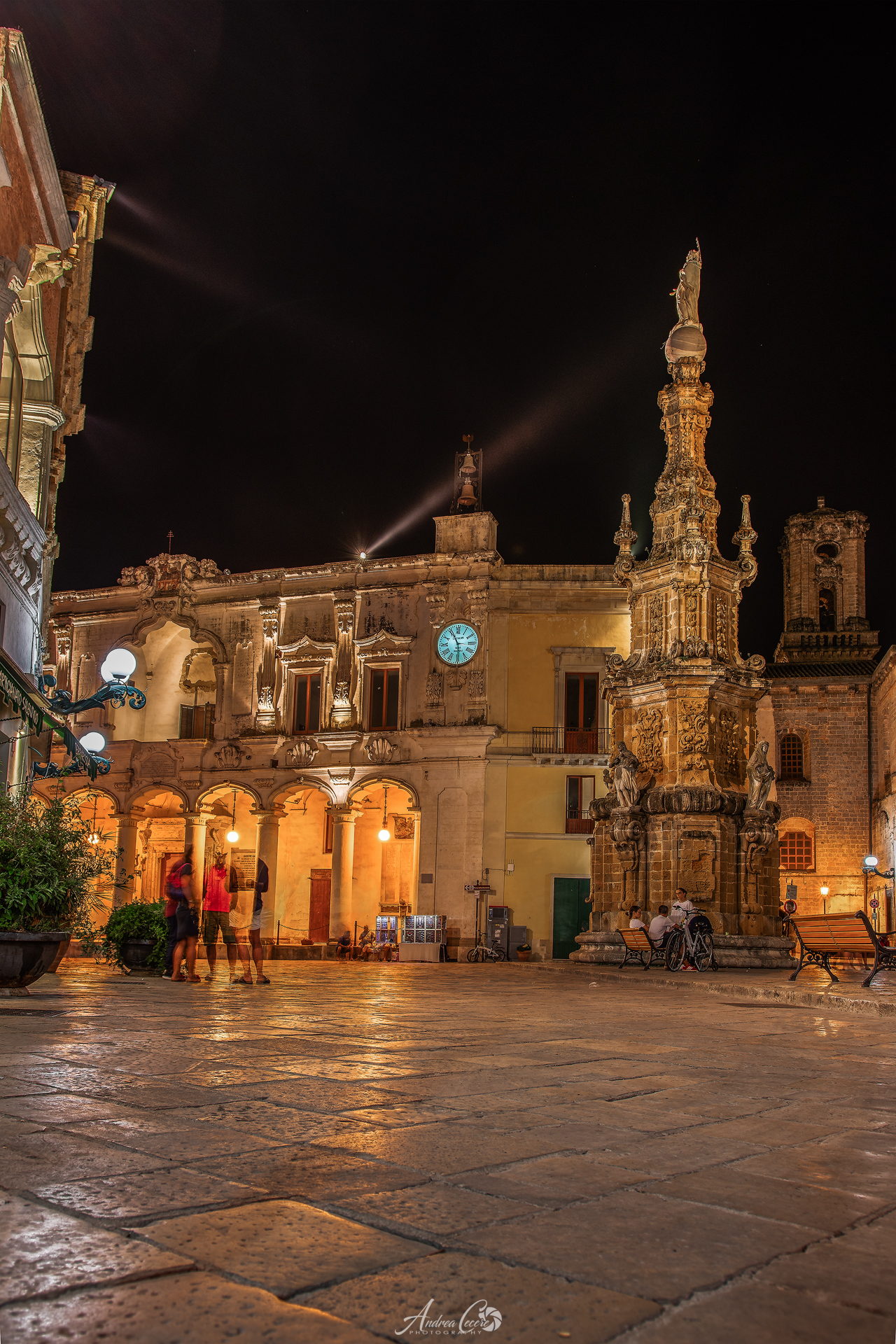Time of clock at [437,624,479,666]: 5:55
